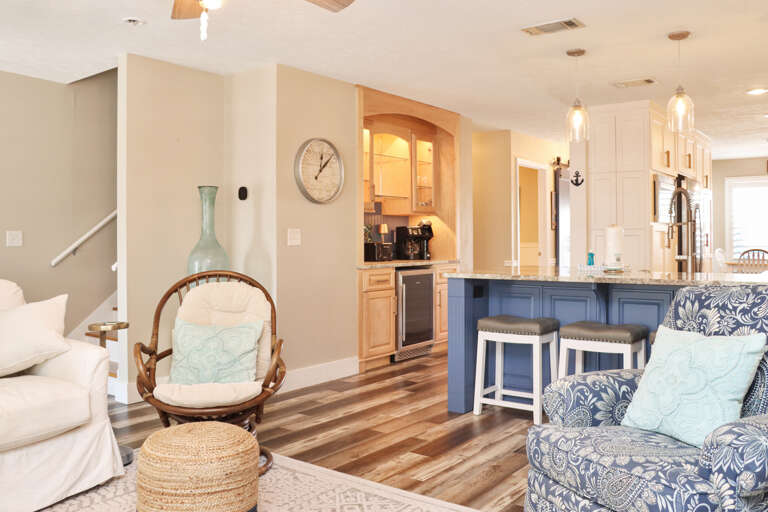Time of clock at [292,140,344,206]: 12:07
